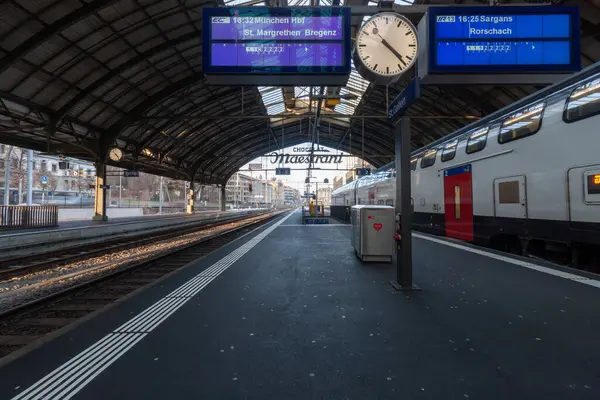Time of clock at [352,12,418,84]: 4:22
